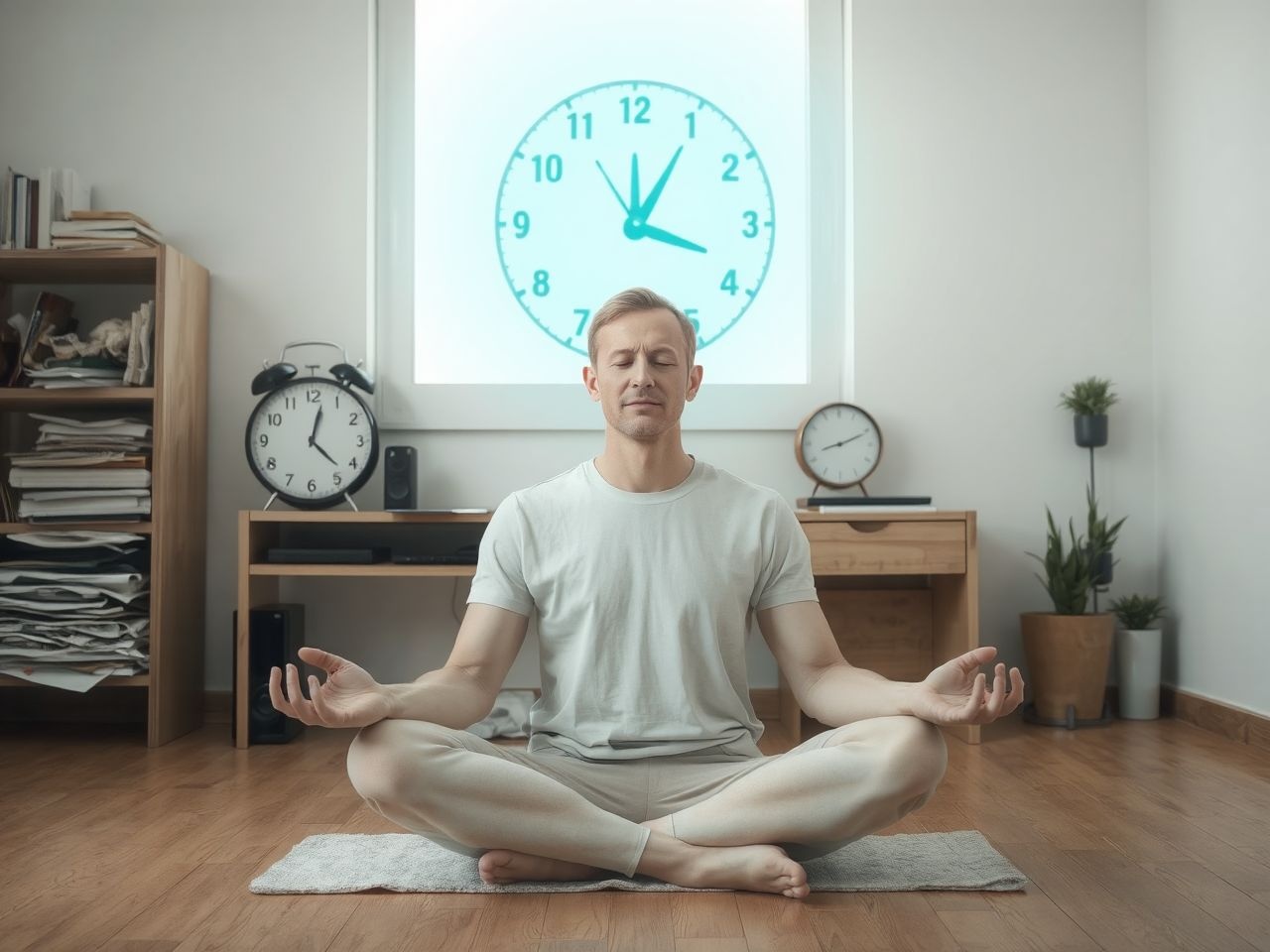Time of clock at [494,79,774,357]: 12:05
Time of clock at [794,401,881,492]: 2:11
